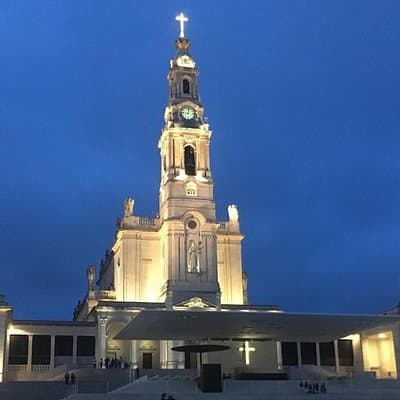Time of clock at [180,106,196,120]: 9:01
